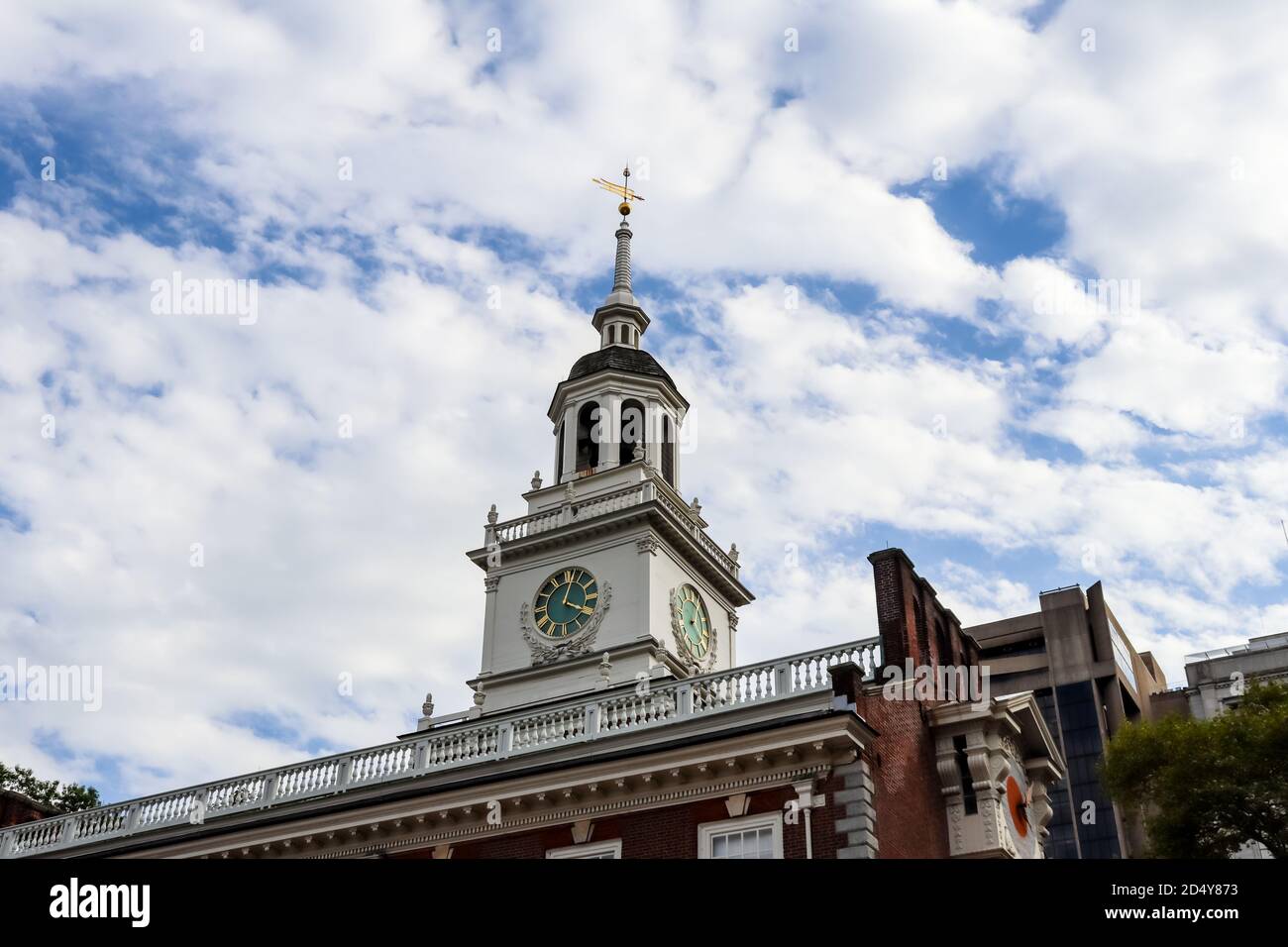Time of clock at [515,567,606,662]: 4:02
